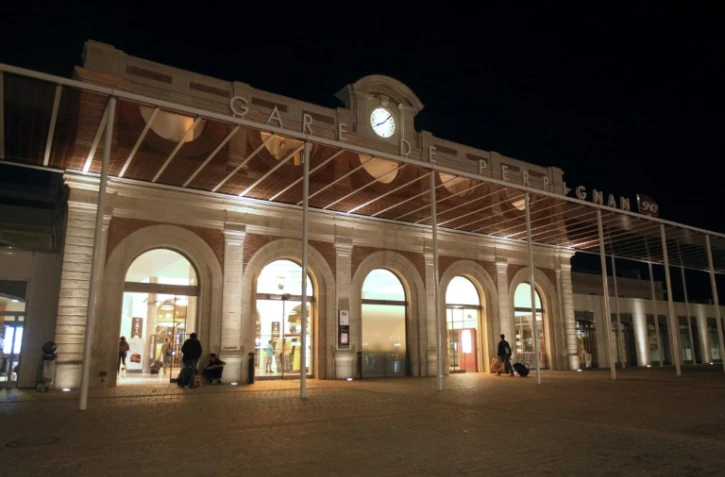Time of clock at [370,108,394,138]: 8:07
